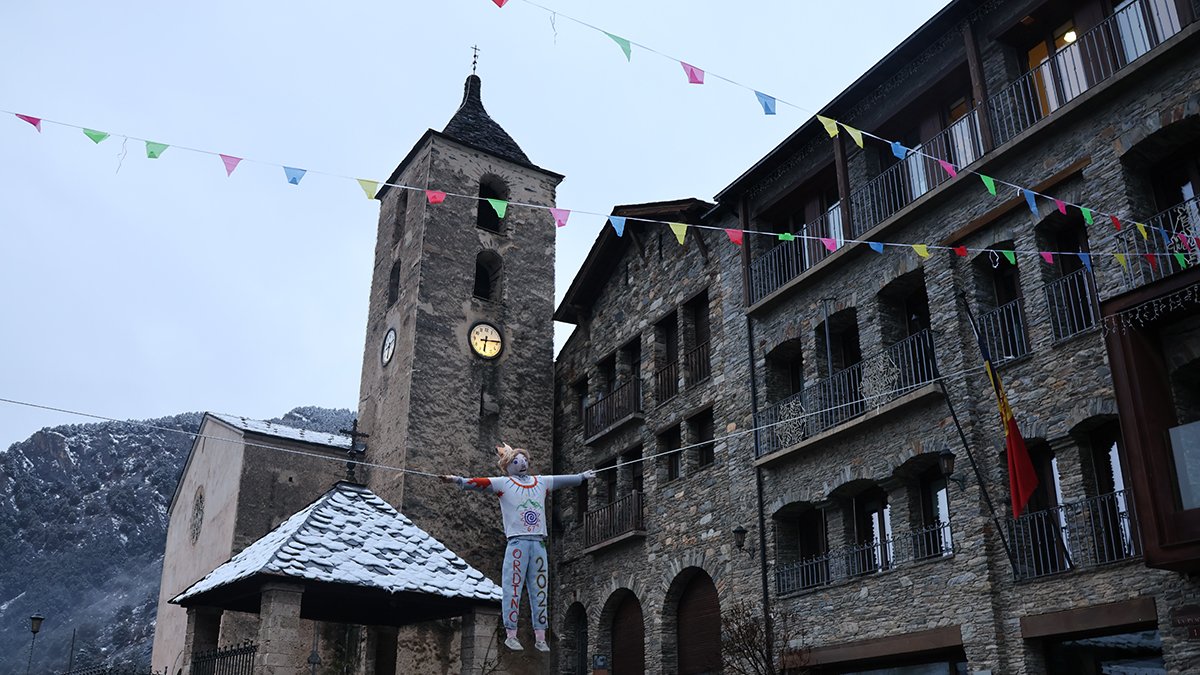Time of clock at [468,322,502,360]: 6:13
